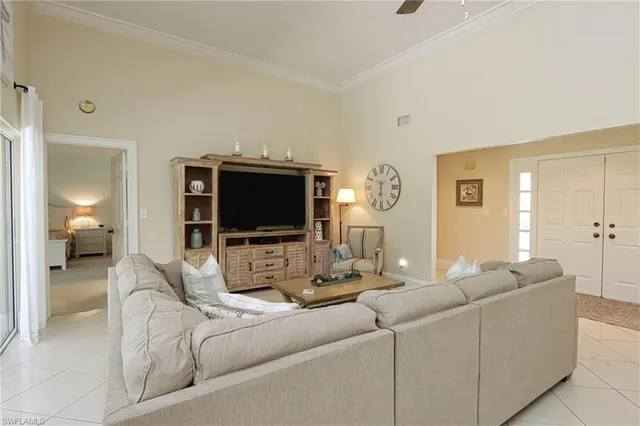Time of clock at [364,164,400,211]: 6:29
